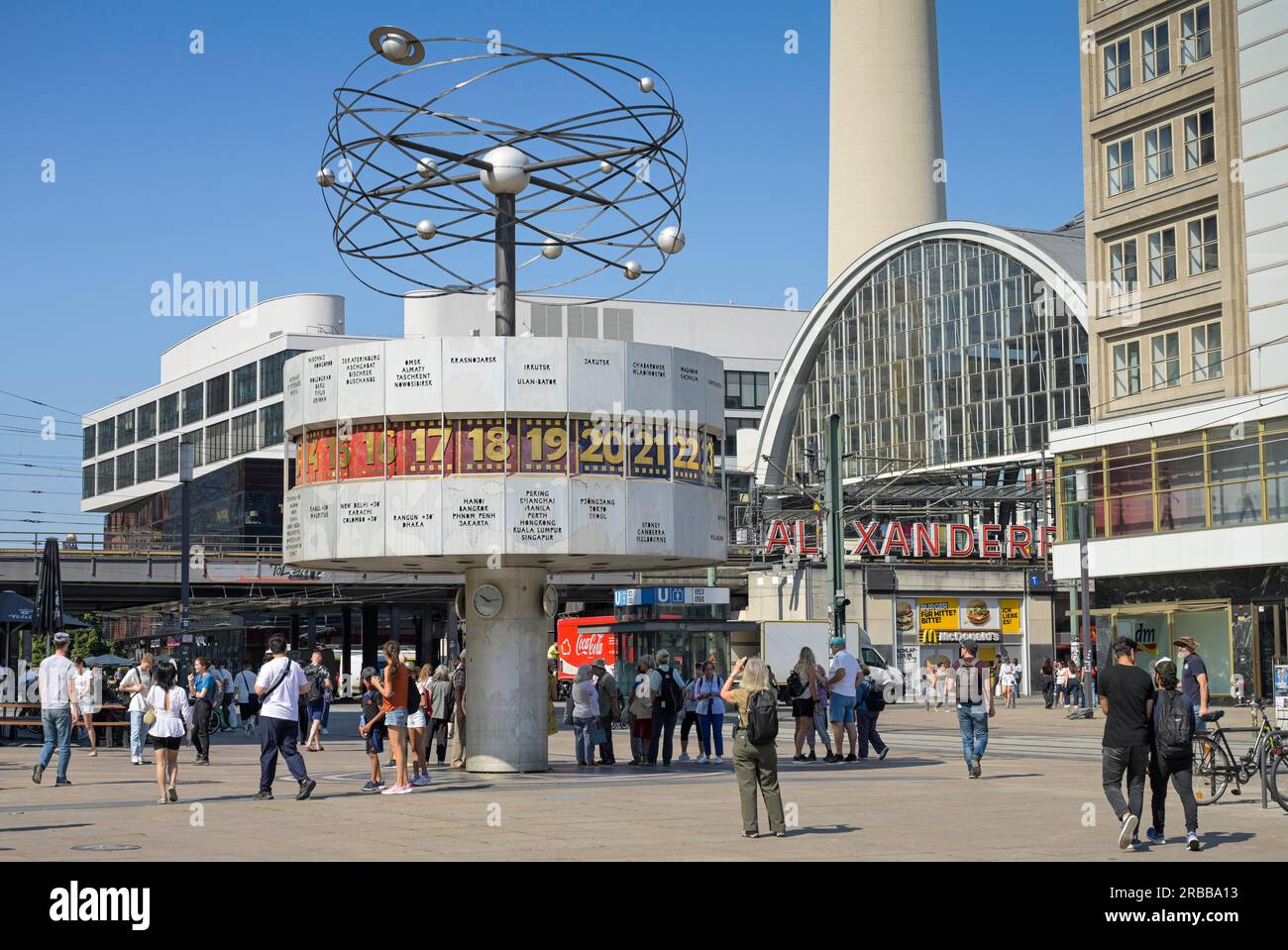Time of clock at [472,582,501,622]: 10:14
